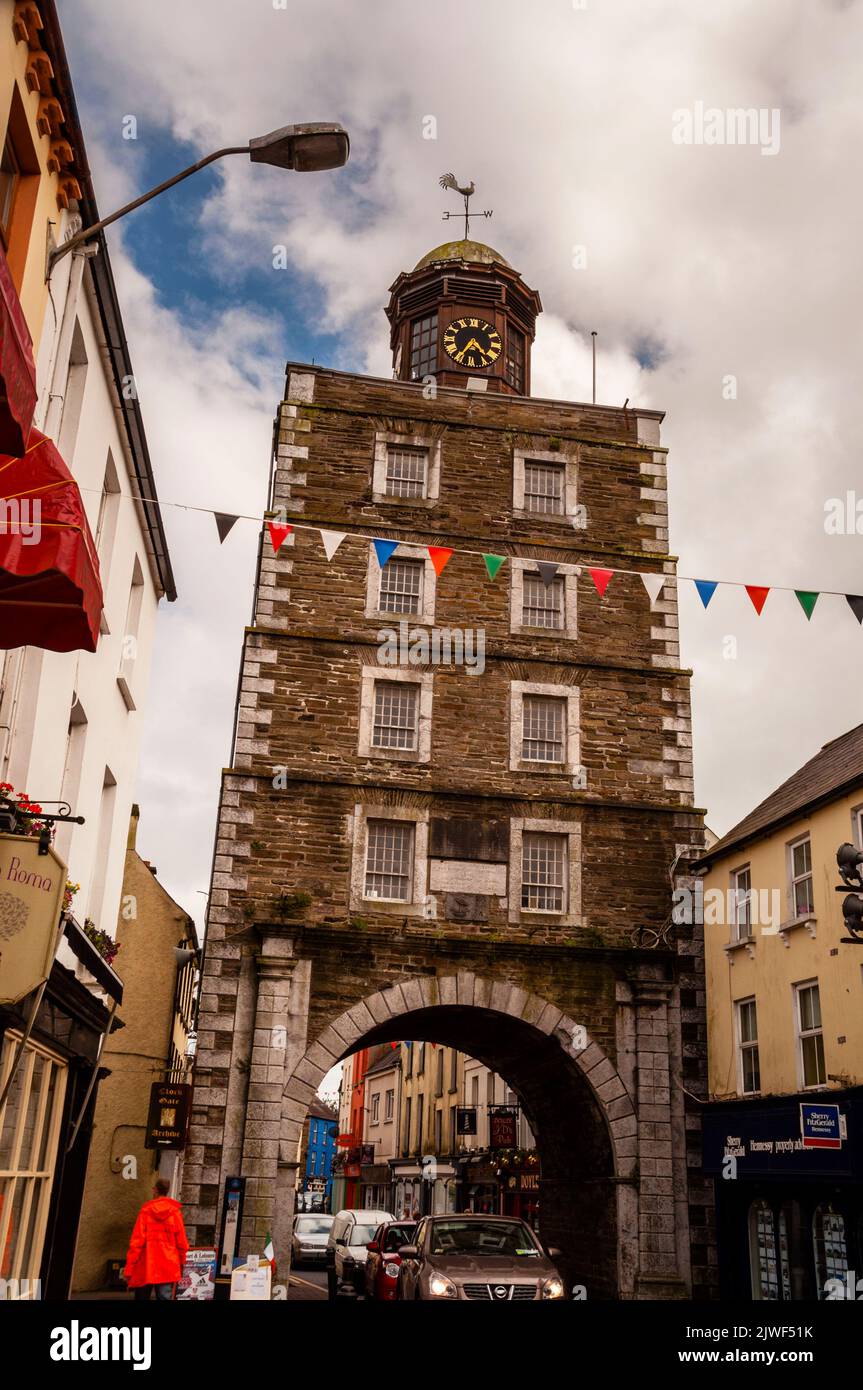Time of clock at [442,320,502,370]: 4:35
